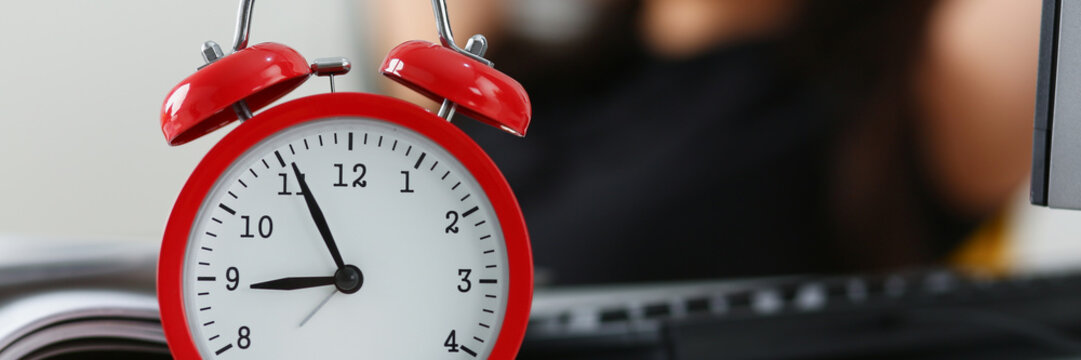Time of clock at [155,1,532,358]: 8:55
